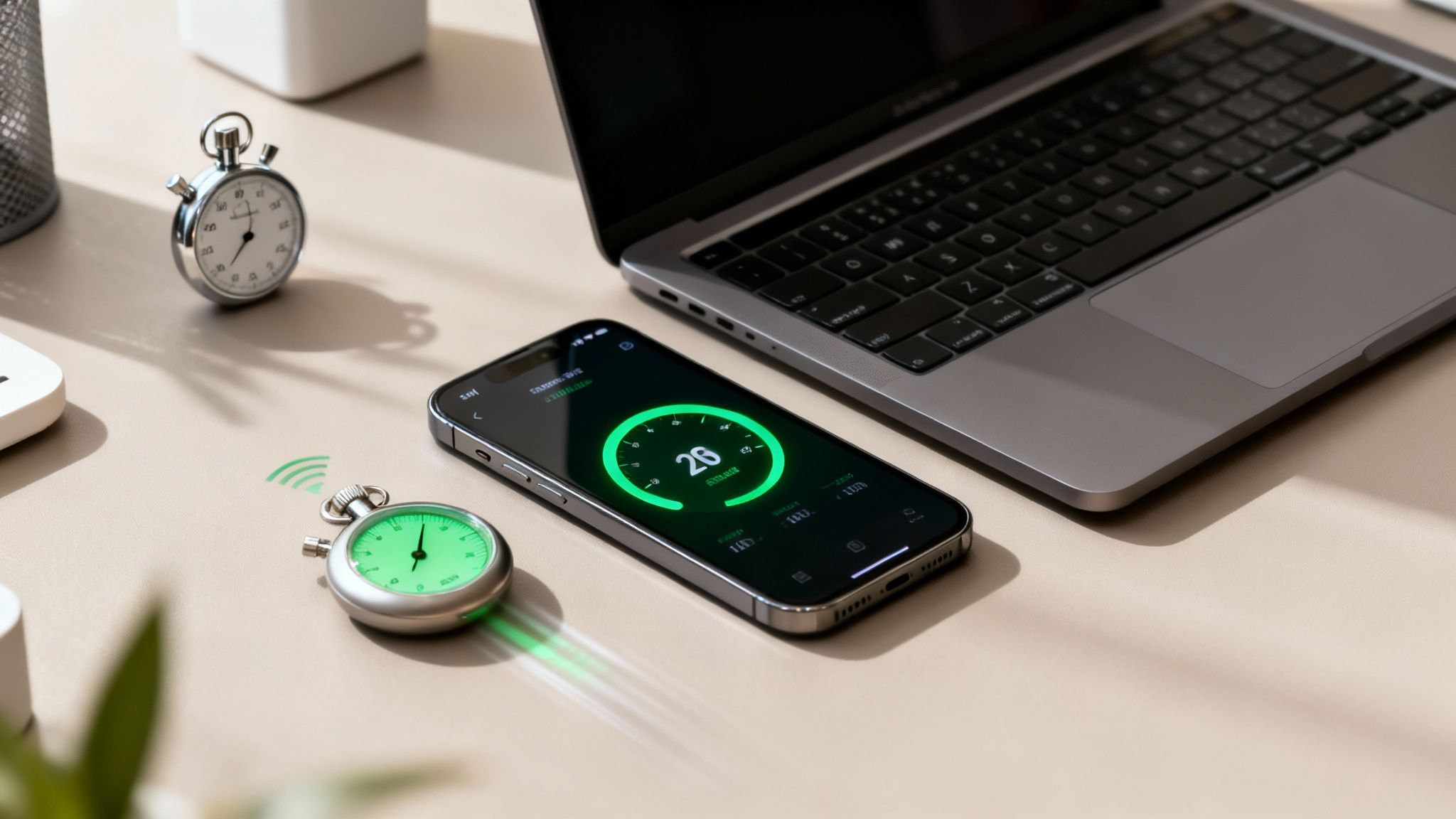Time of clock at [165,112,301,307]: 12:37
